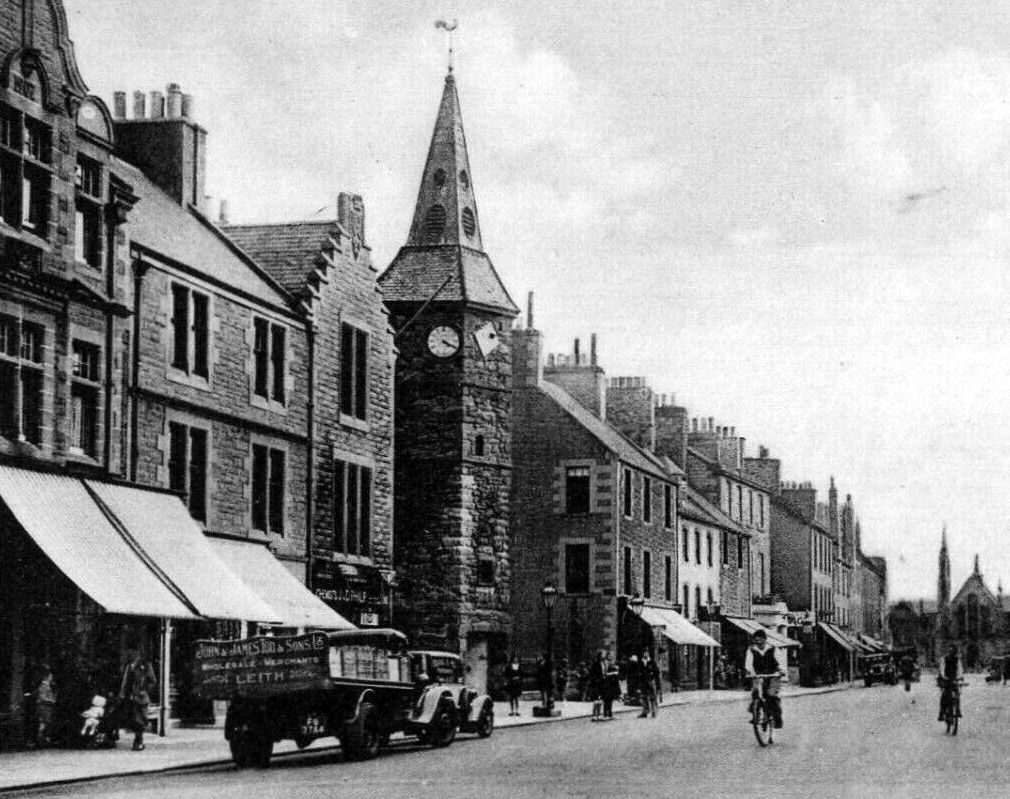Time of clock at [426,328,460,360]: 4:19
